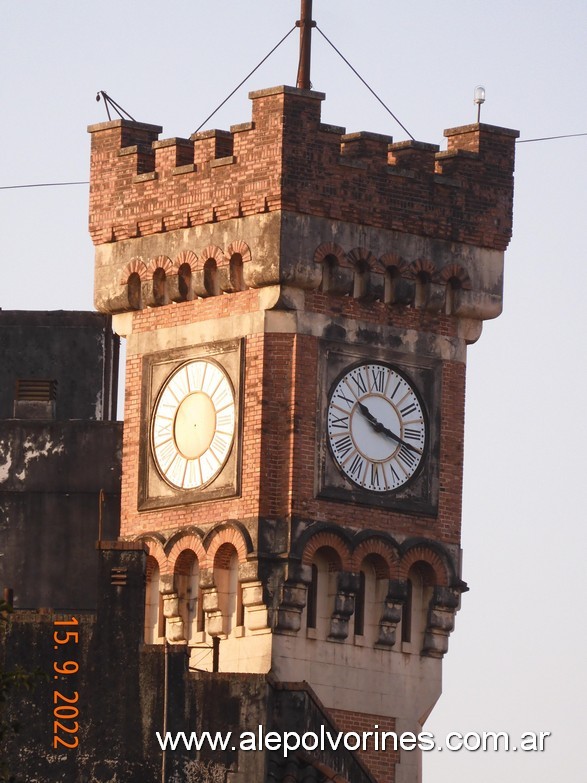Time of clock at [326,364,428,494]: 10:17
